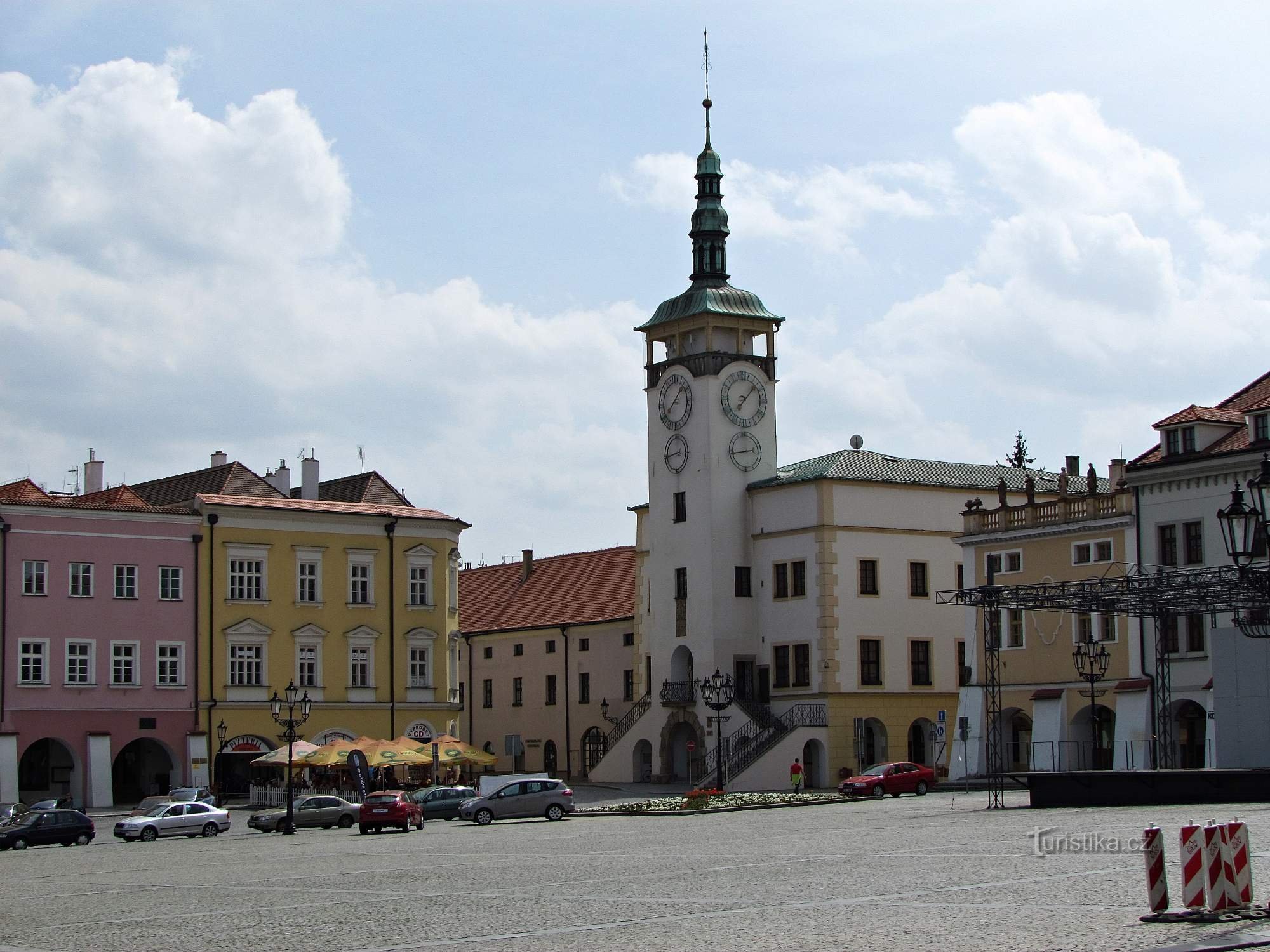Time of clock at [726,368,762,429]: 7:07
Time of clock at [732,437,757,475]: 2:43
